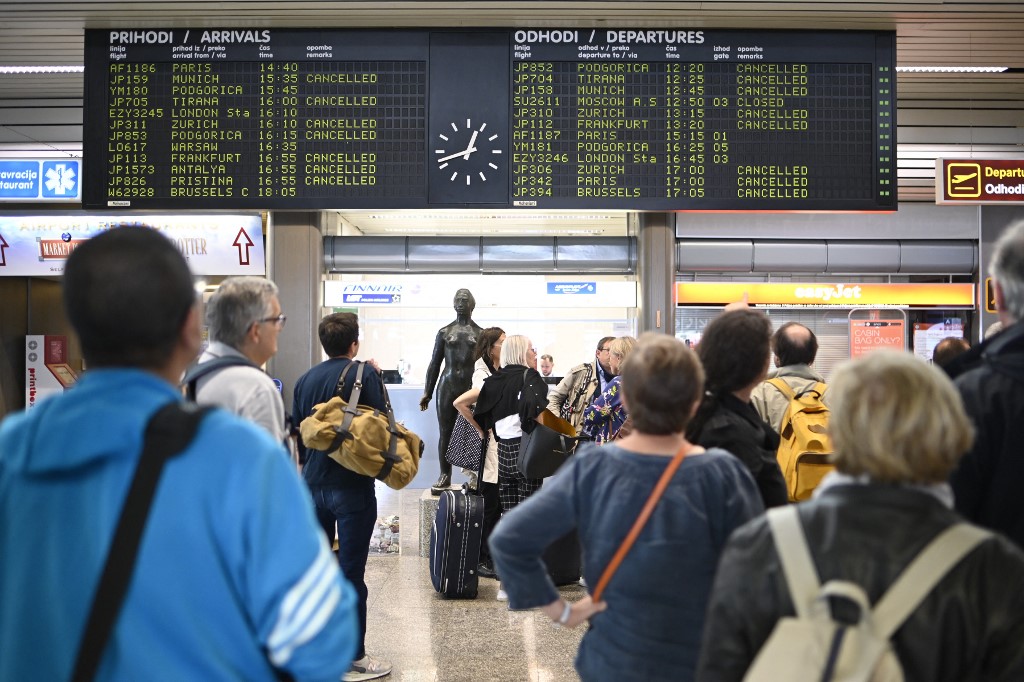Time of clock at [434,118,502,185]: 12:42
